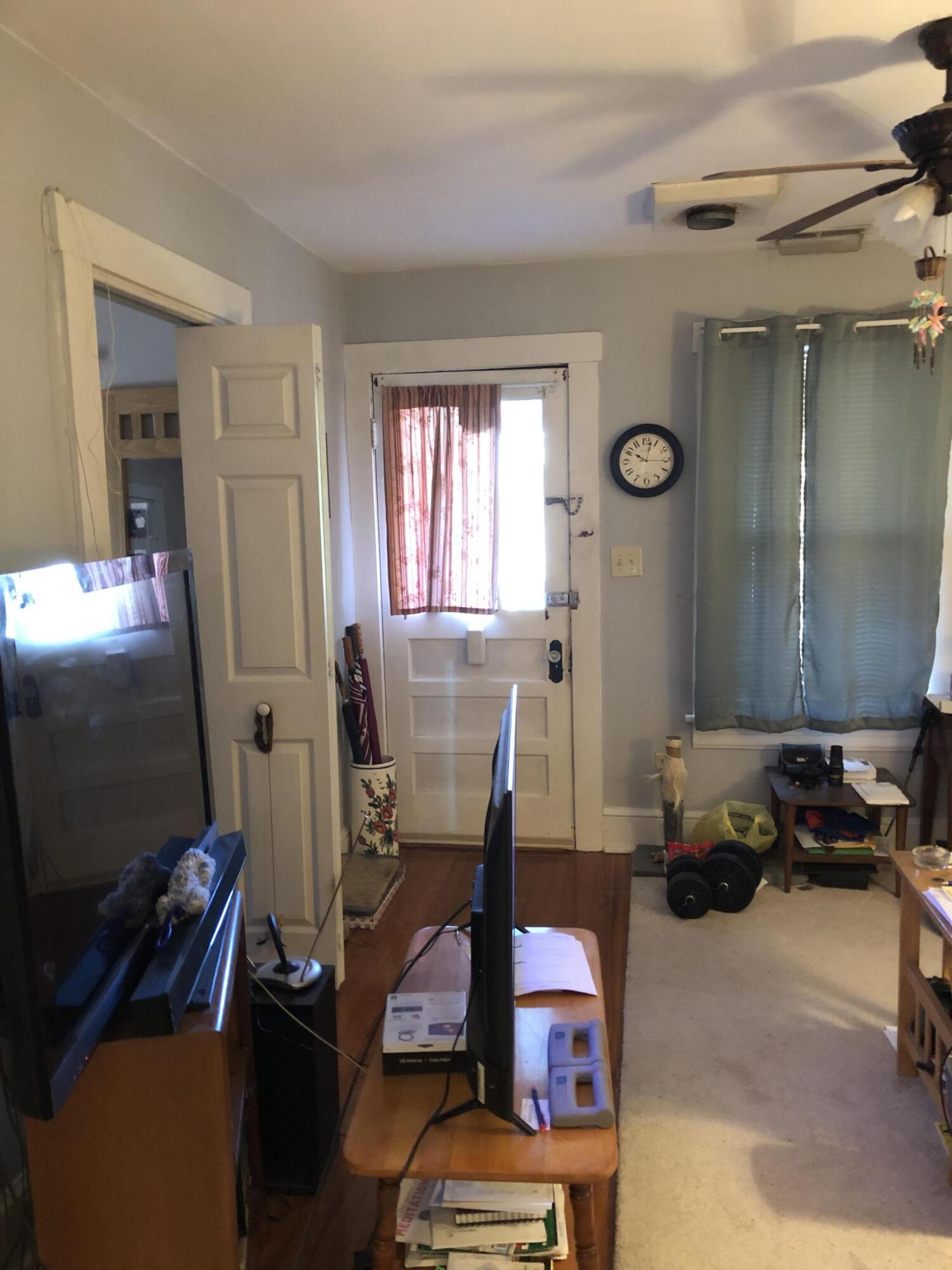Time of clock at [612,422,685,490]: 10:02
